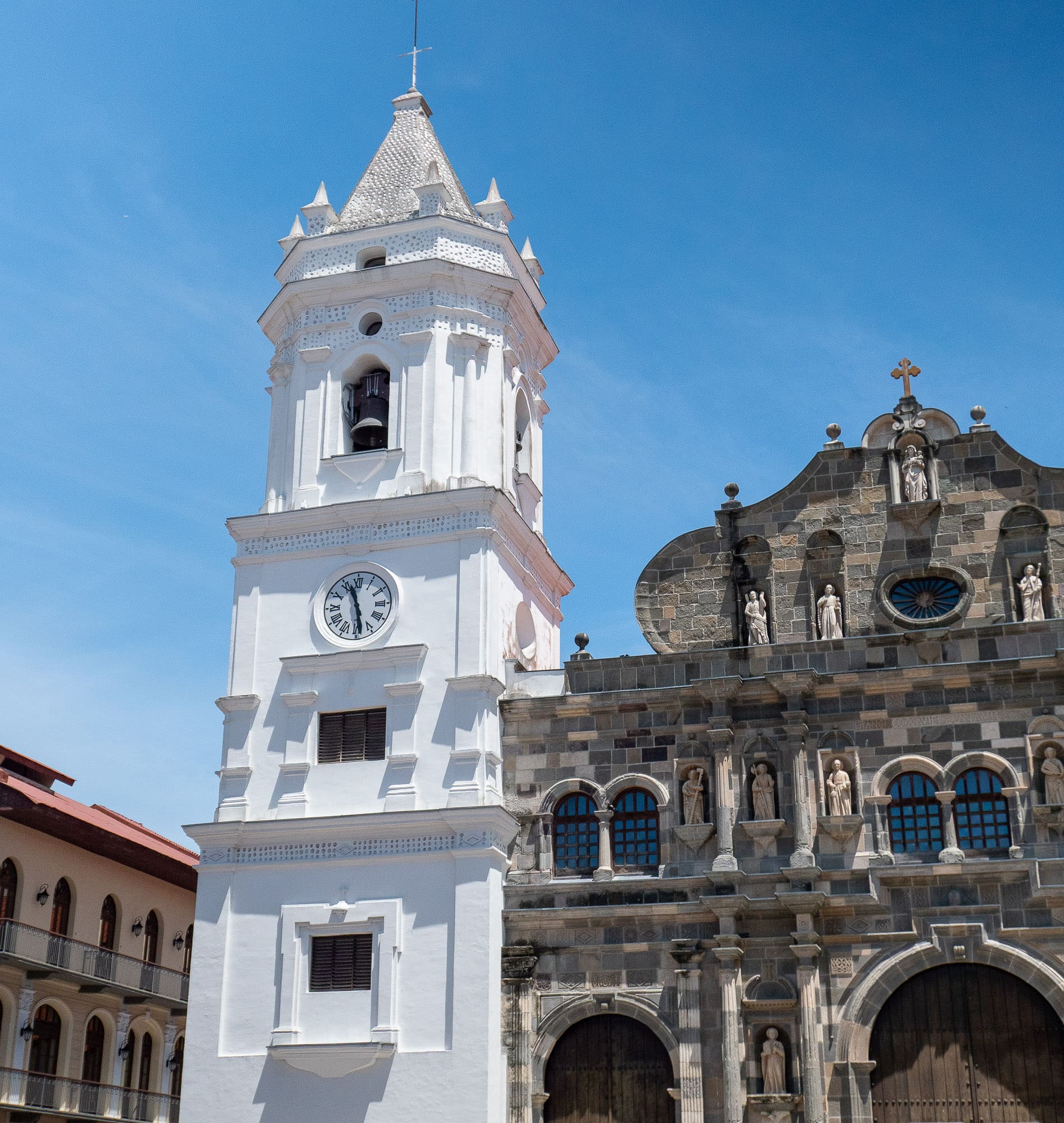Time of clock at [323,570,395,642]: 11:28
